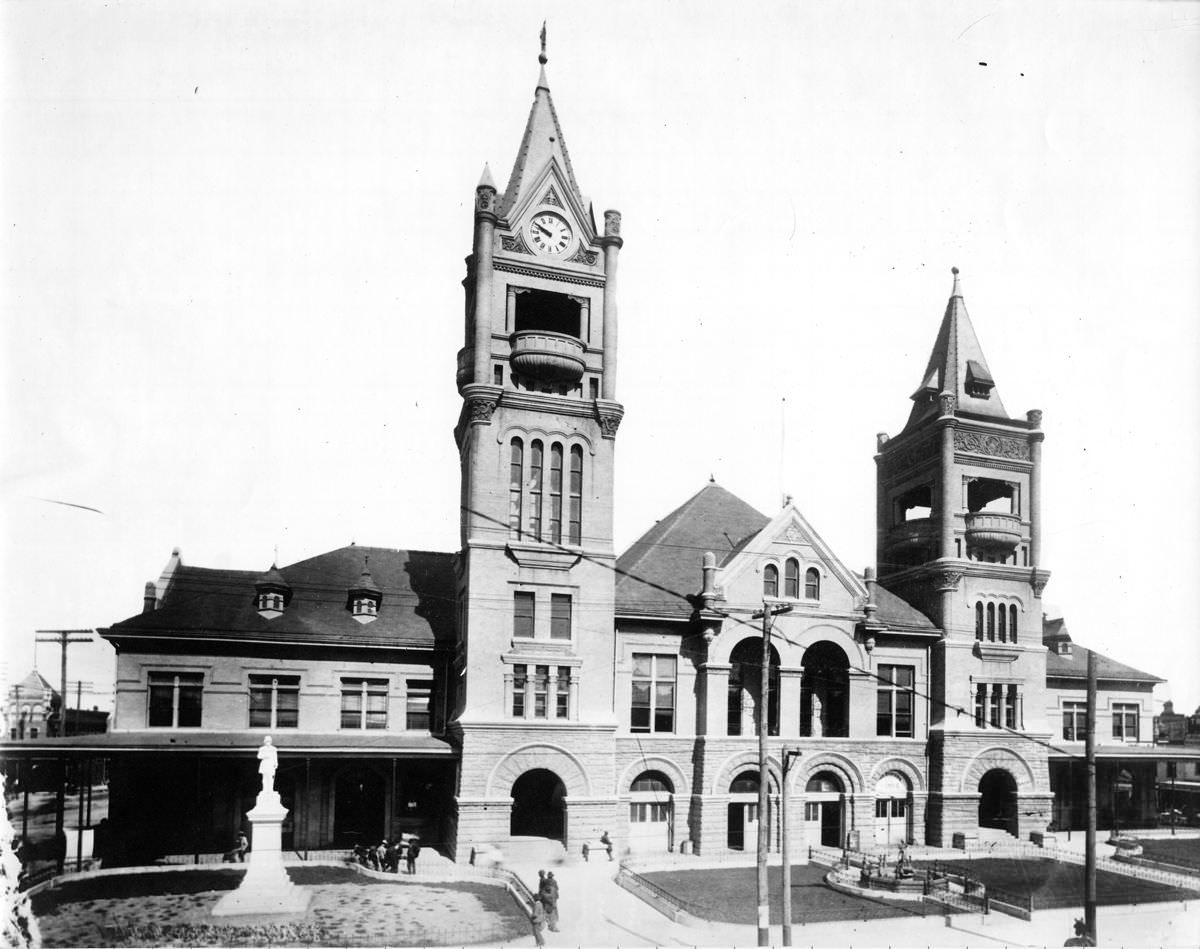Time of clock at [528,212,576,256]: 9:50
